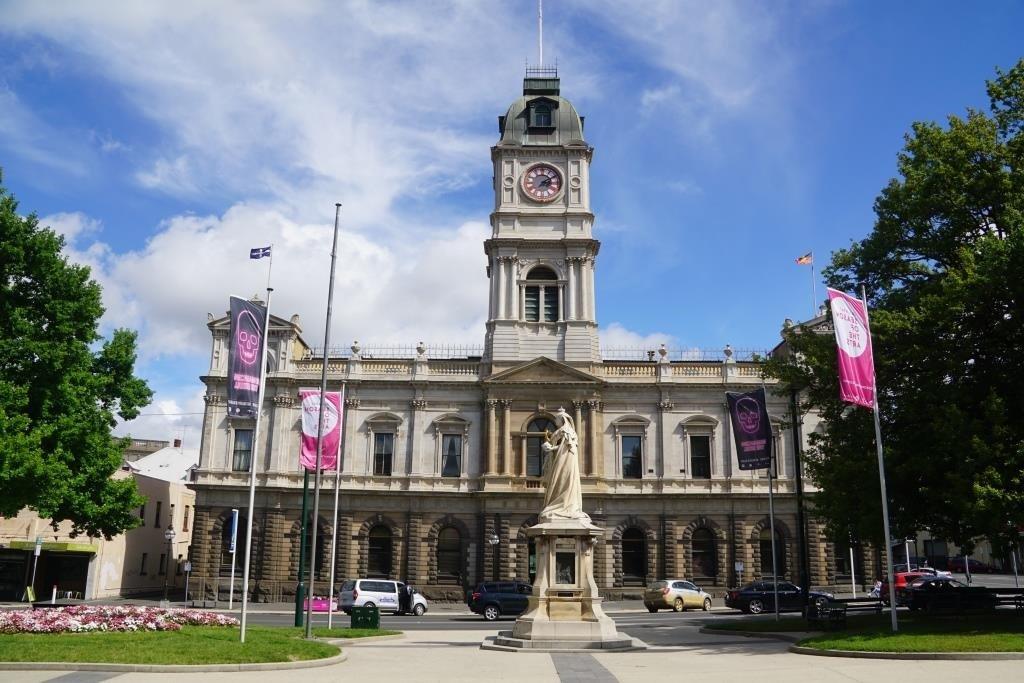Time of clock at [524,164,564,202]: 3:09
